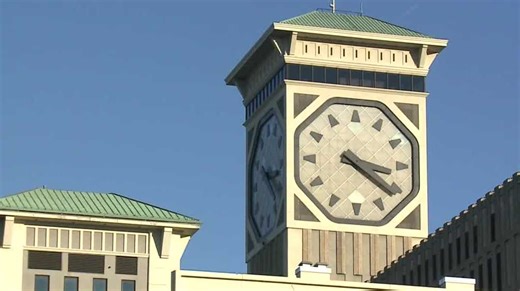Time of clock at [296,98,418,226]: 3:21
